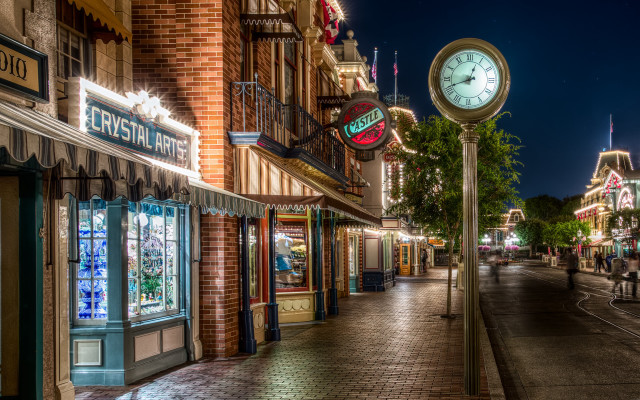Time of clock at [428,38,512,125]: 12:41
